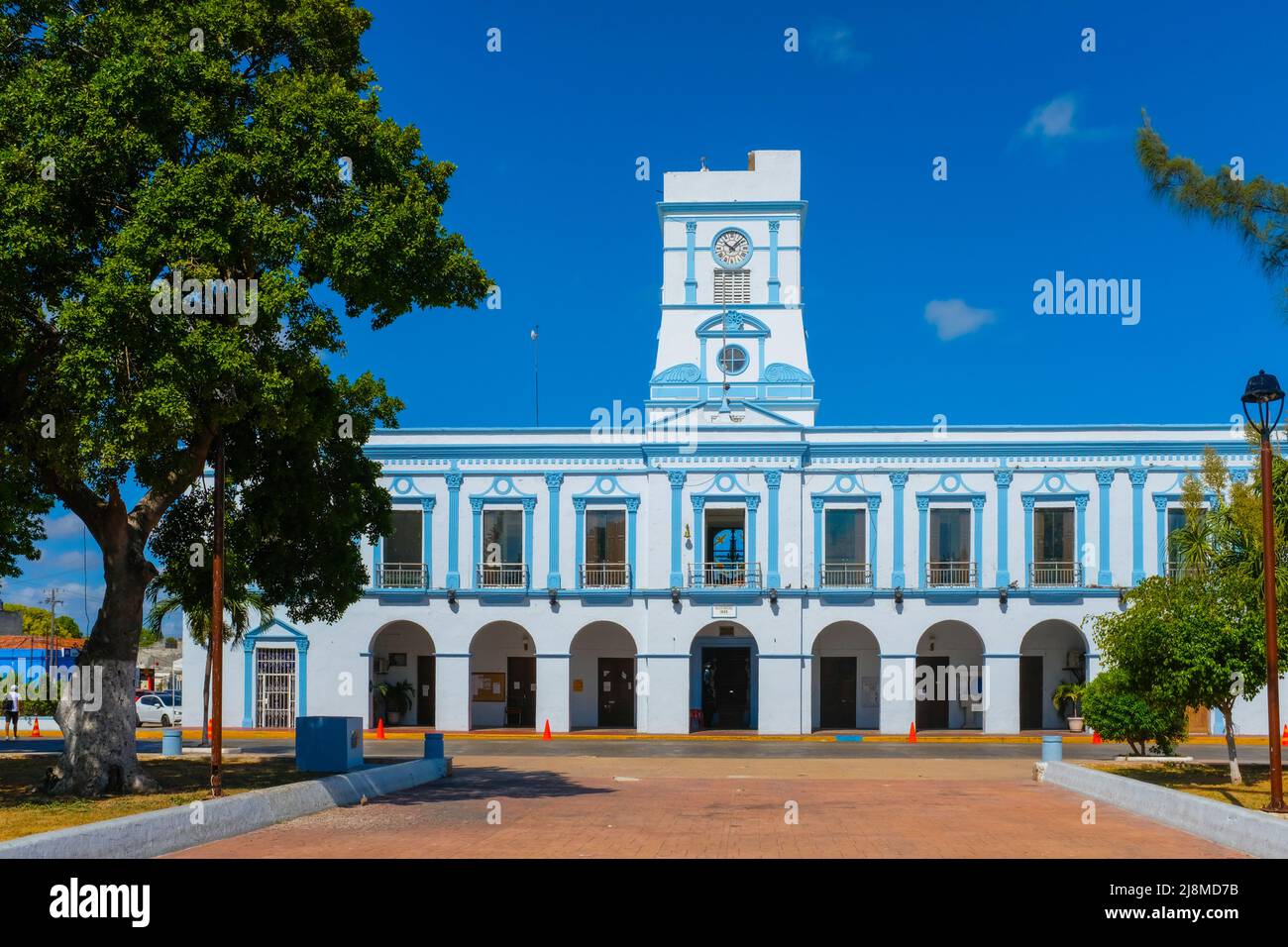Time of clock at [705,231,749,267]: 10:07
